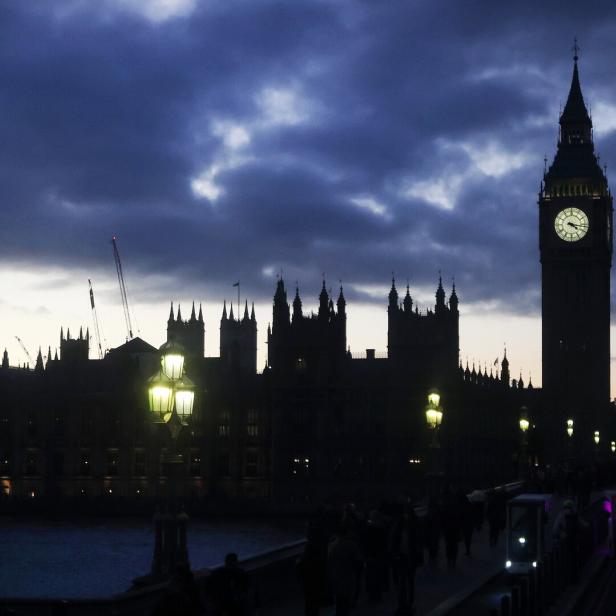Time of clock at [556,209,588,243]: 4:16
